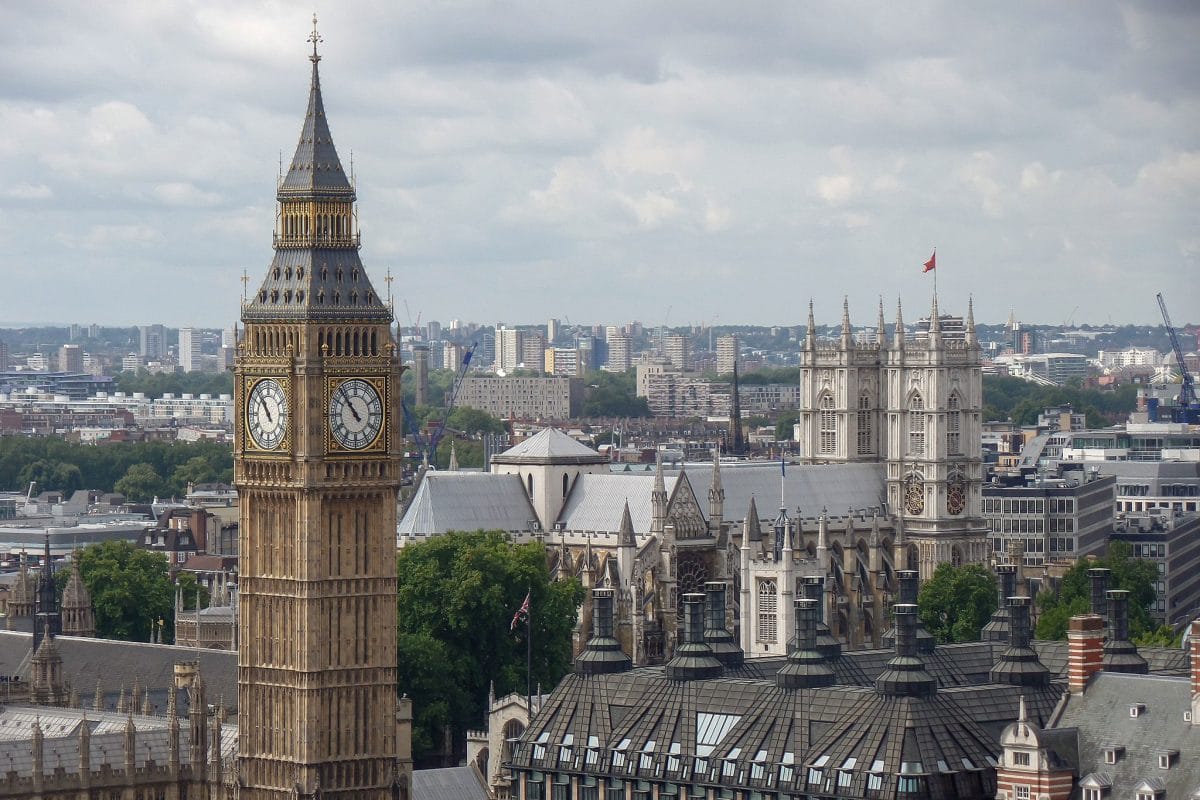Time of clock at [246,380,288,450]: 10:53
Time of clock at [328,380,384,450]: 10:53
